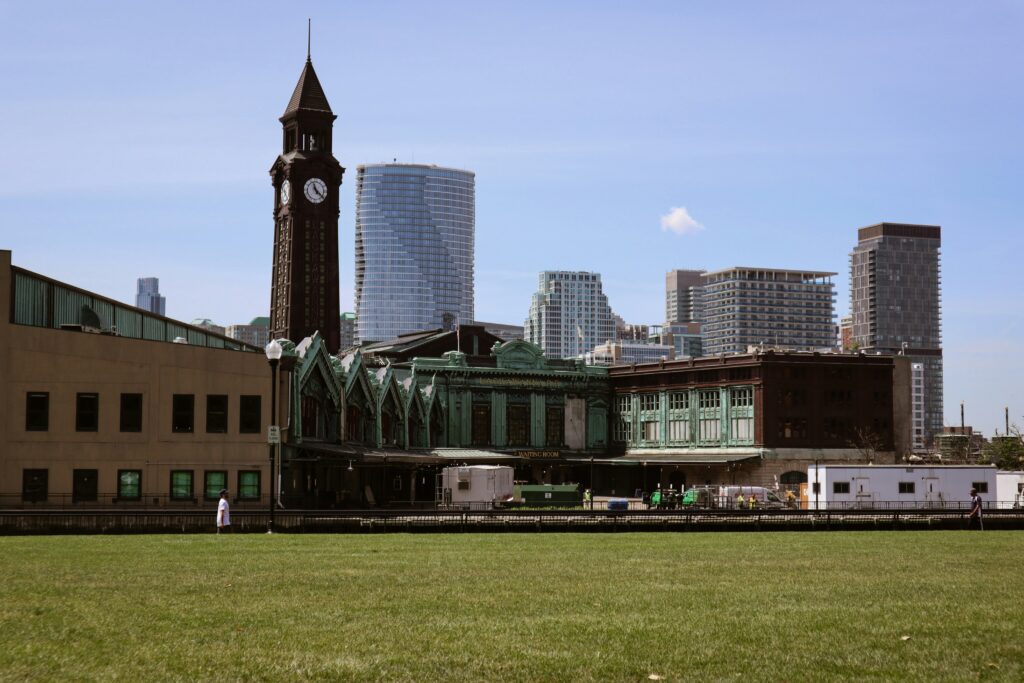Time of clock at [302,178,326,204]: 11:21
